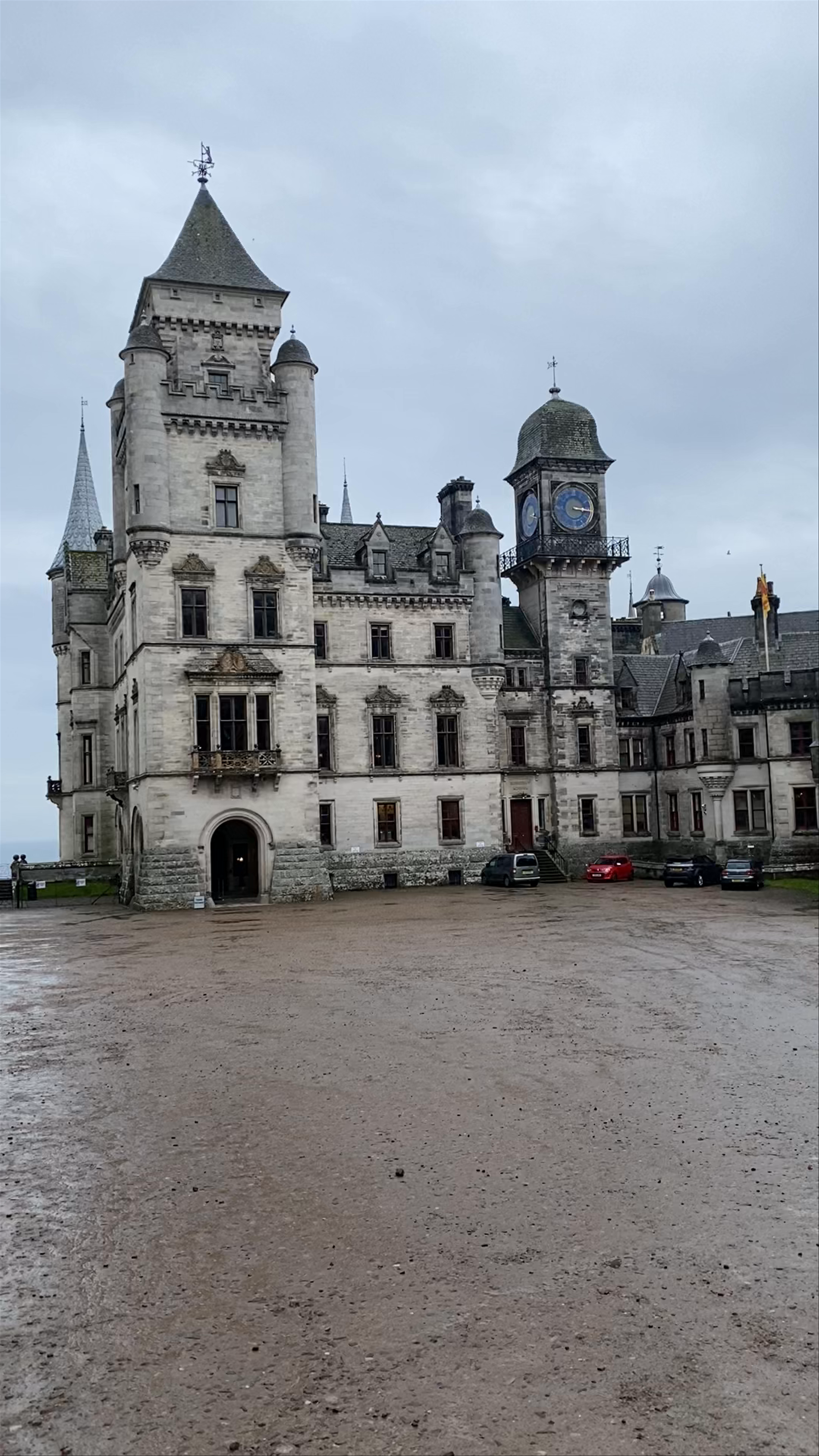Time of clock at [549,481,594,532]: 3:16
